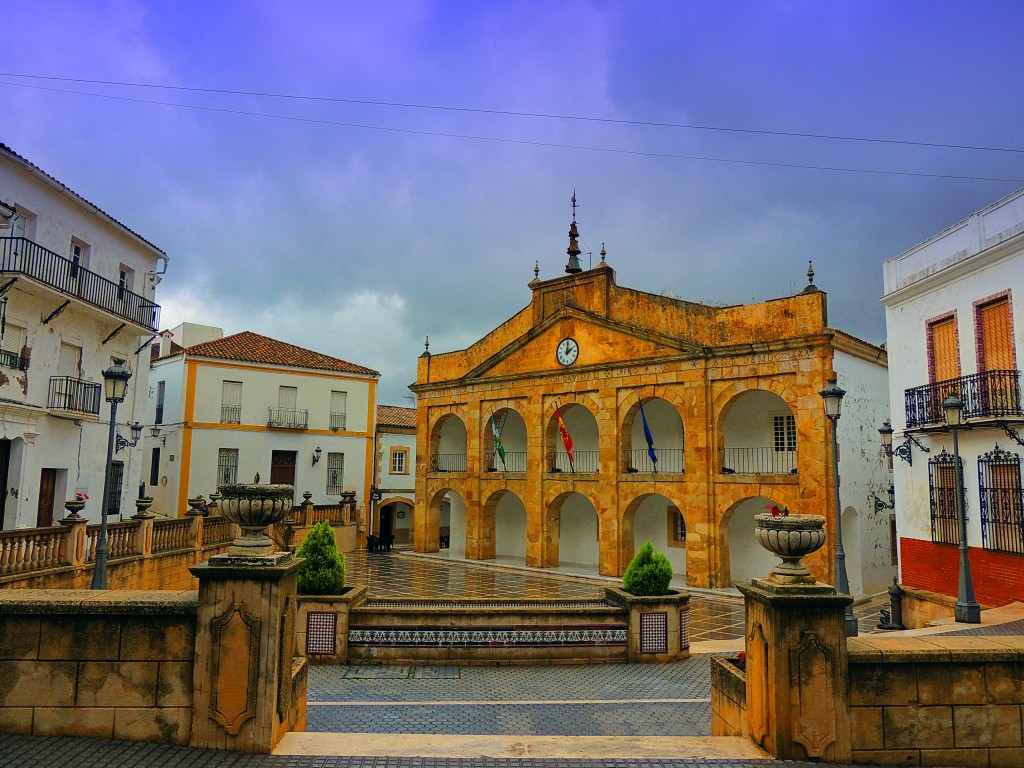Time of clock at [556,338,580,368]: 2:00
